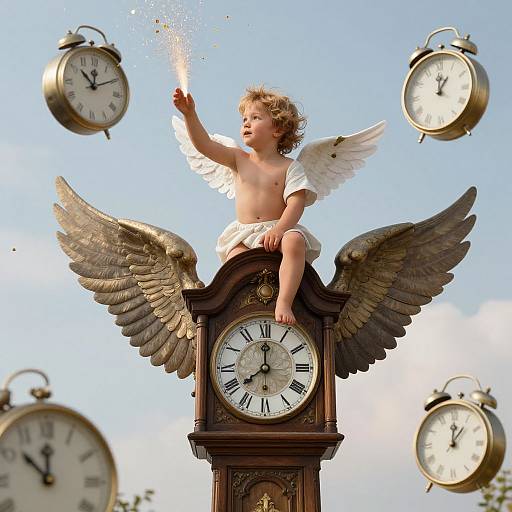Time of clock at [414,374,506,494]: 1:00
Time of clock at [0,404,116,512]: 11:52
